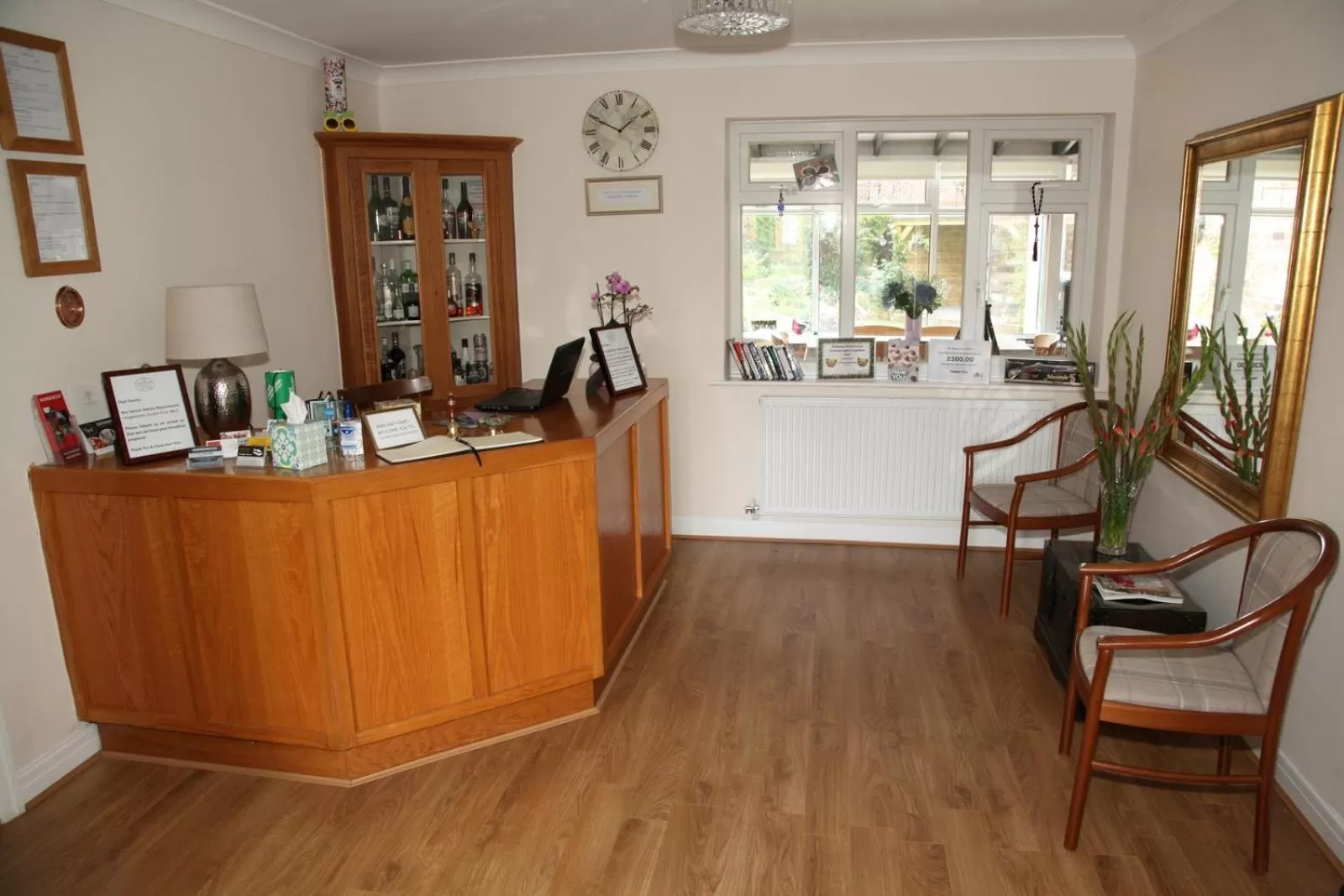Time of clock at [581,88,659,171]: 1:49
